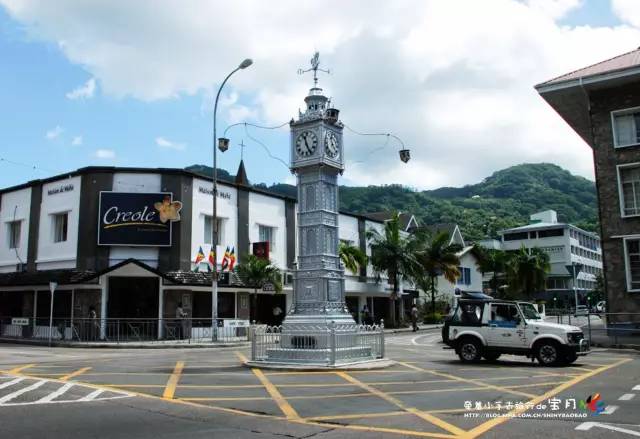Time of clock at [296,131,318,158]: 11:25
